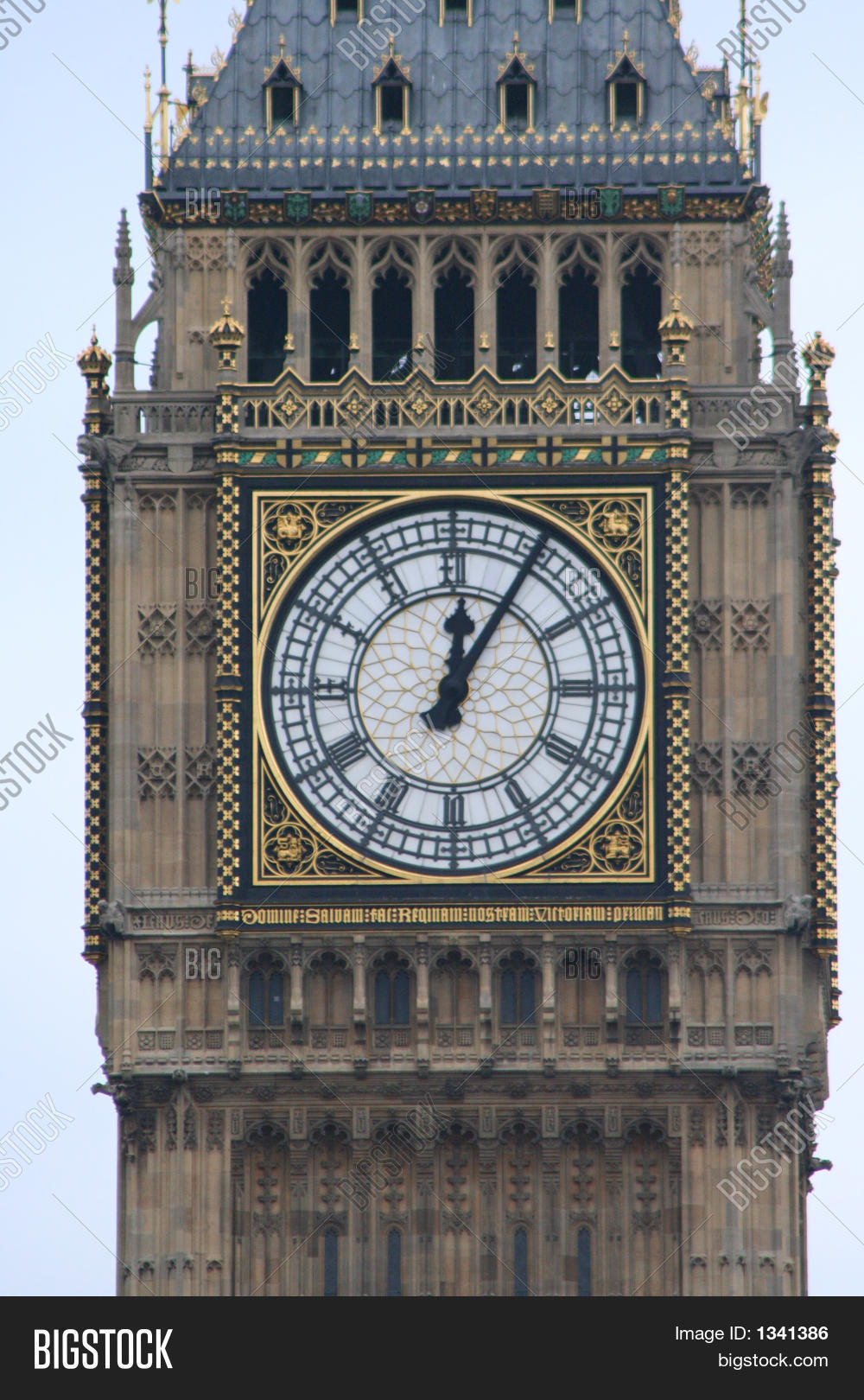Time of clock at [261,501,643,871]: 12:05
